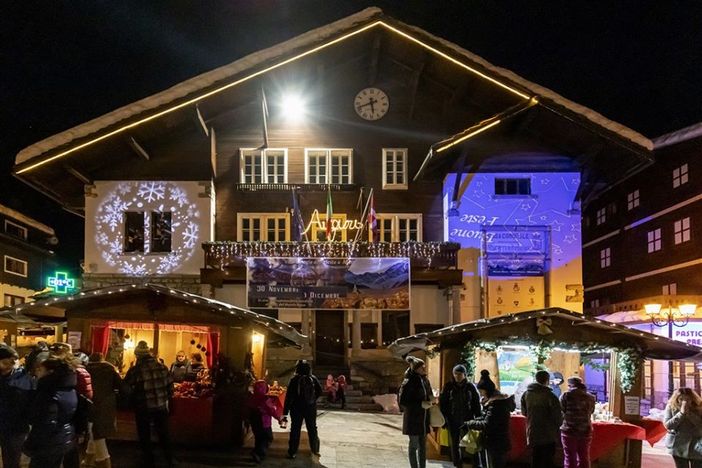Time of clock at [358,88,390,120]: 5:41
